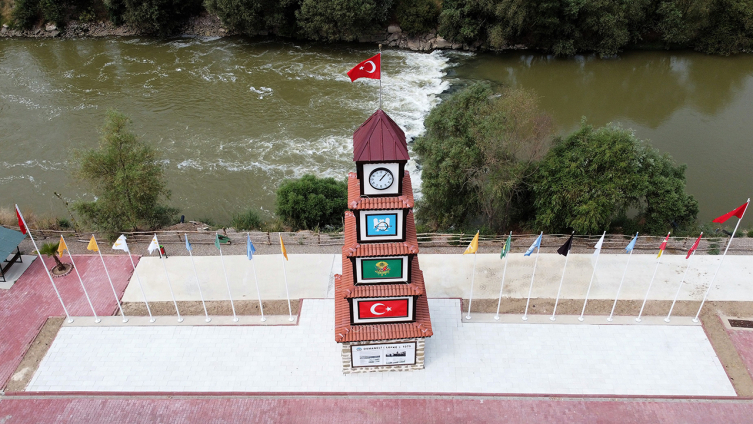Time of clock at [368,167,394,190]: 1:06
